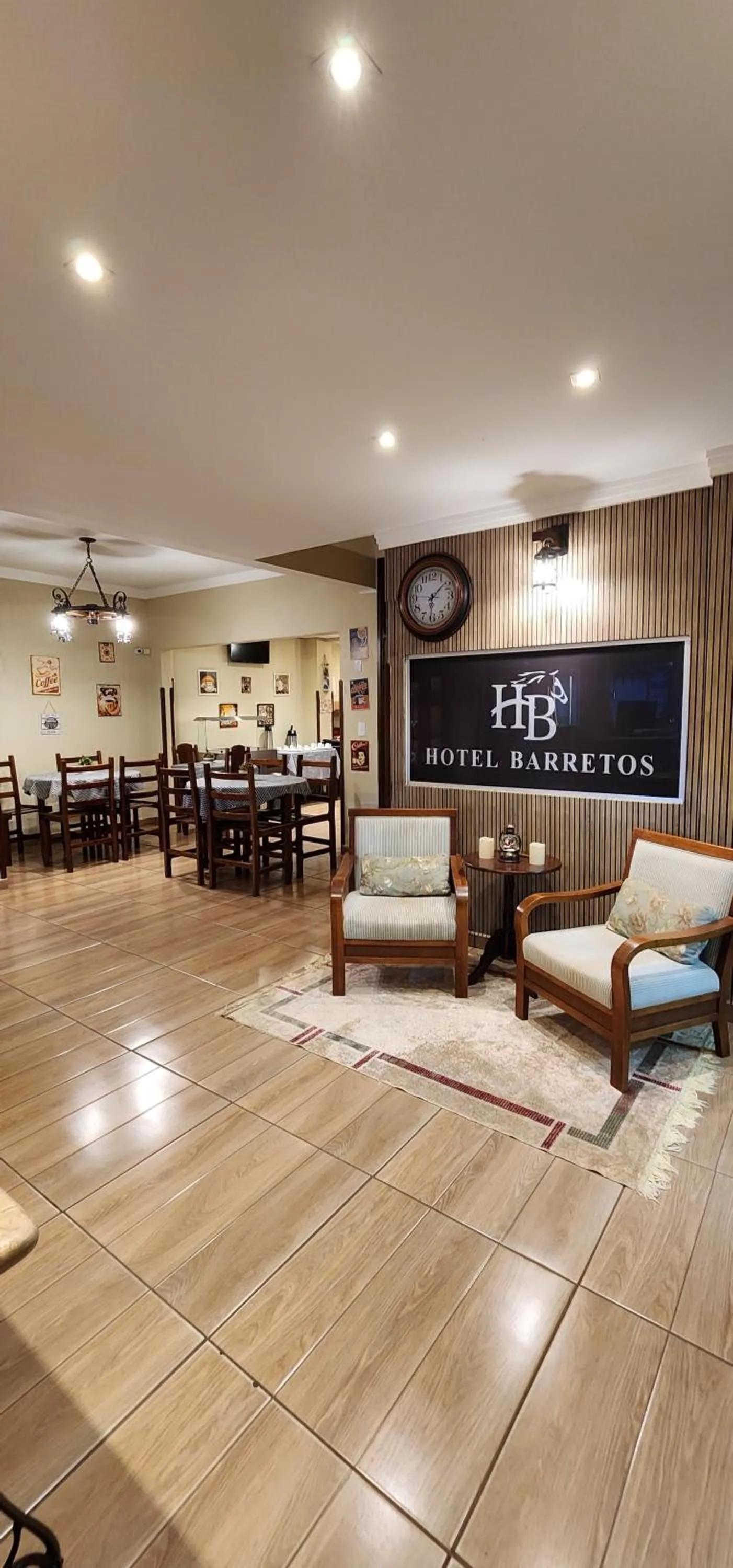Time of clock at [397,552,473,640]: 6:08
